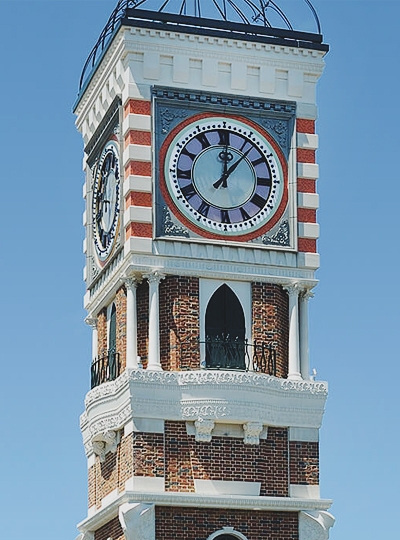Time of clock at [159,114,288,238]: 12:06
